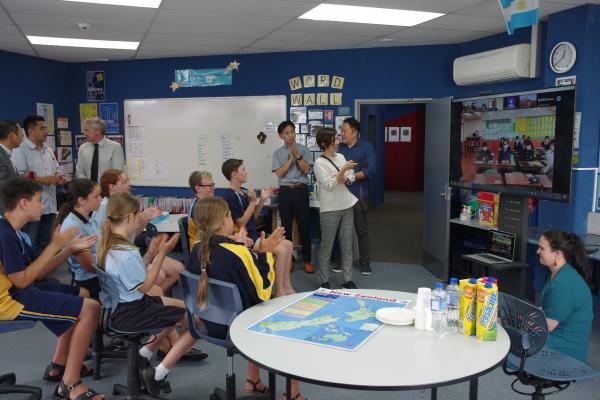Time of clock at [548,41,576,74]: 12:38
